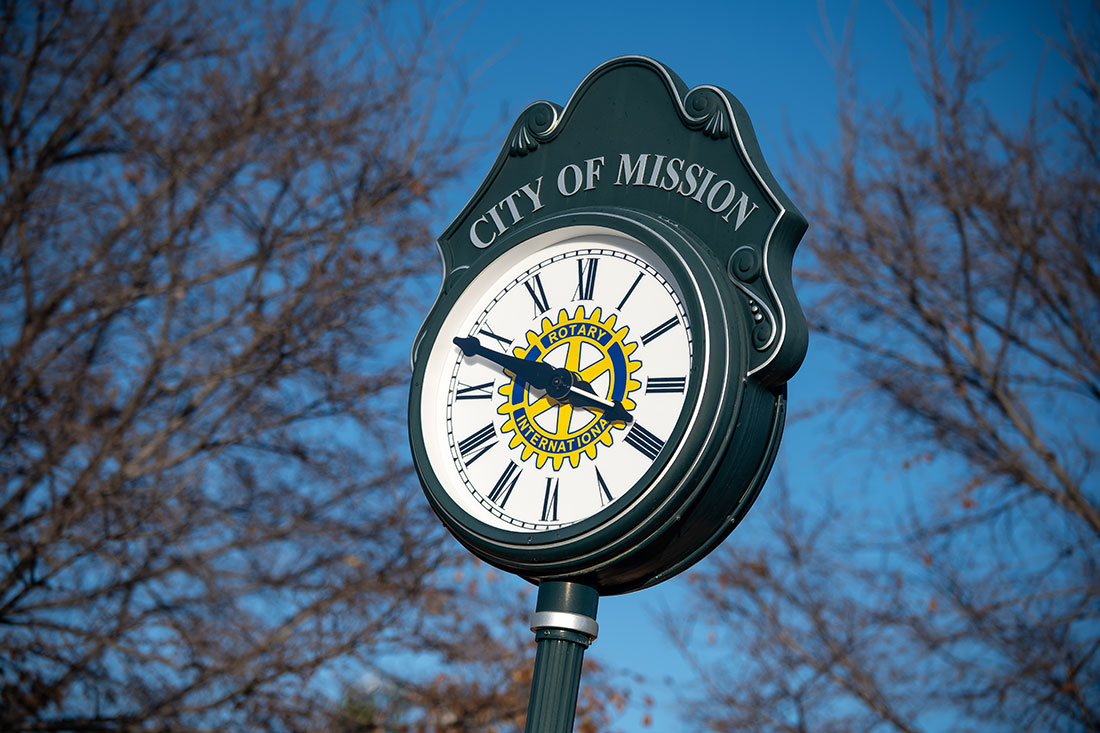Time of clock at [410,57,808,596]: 3:48
